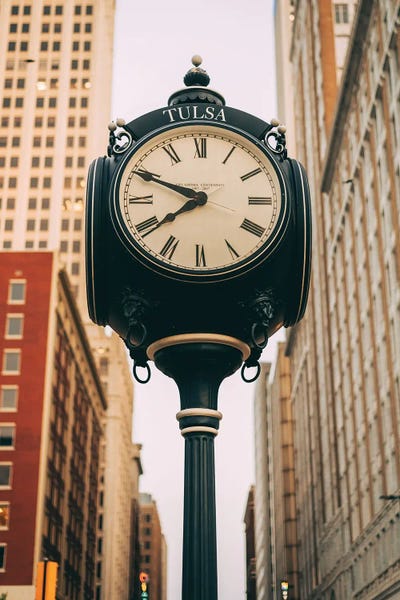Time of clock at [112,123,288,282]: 7:48
